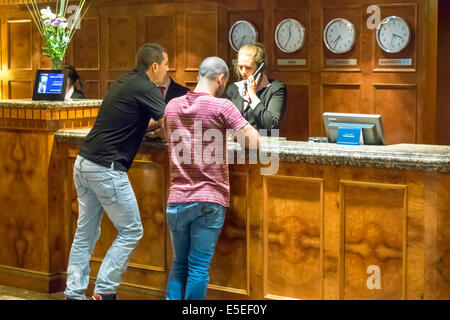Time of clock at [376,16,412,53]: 3:32
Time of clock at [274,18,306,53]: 11:34
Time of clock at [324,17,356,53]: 7:34
